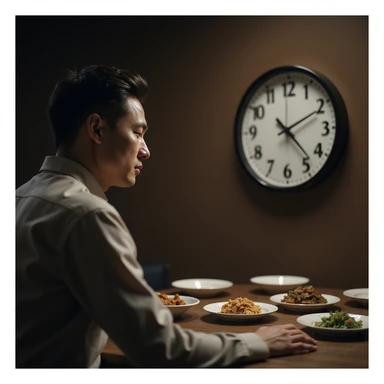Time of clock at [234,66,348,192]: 10:22
